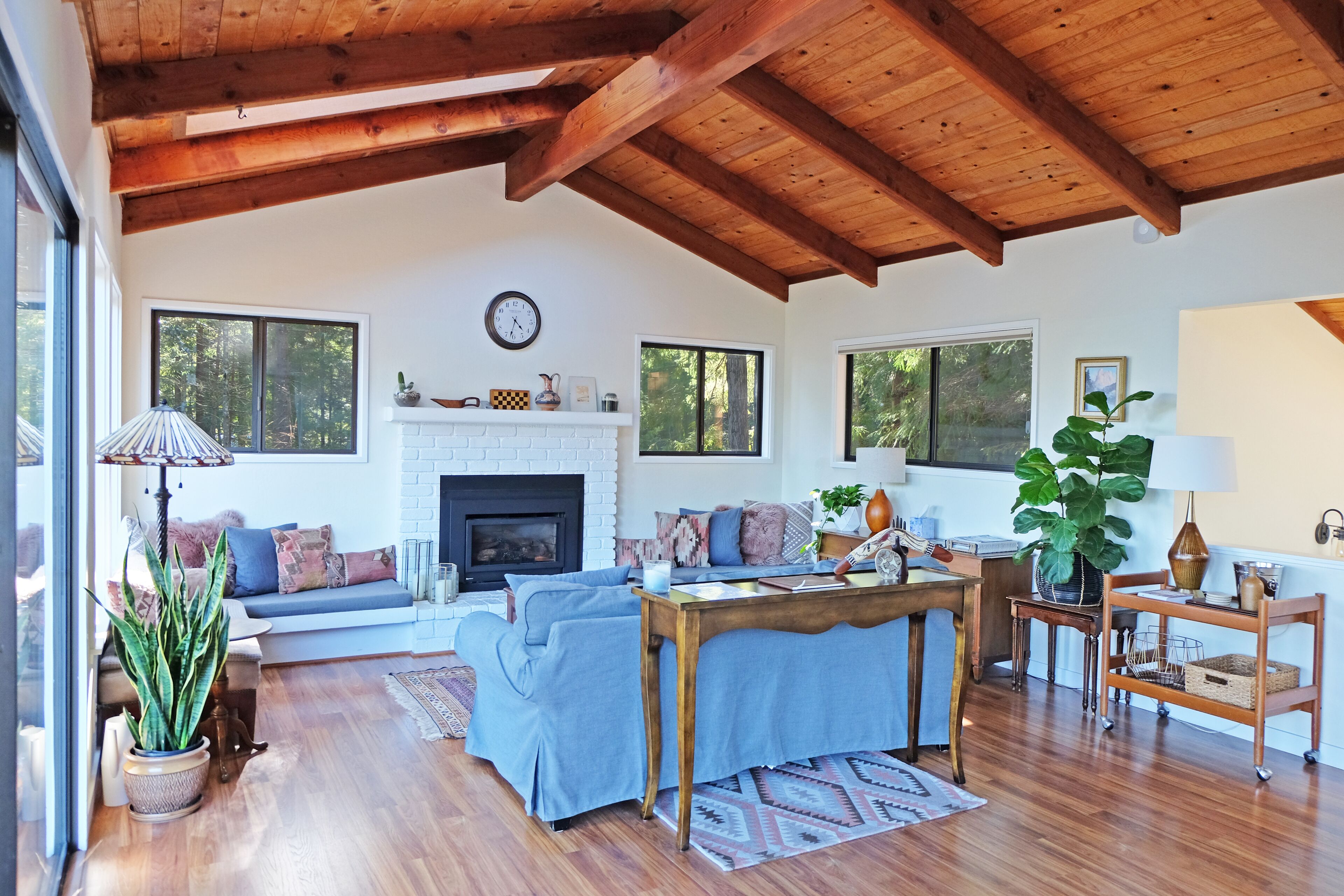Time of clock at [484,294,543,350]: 4:32
